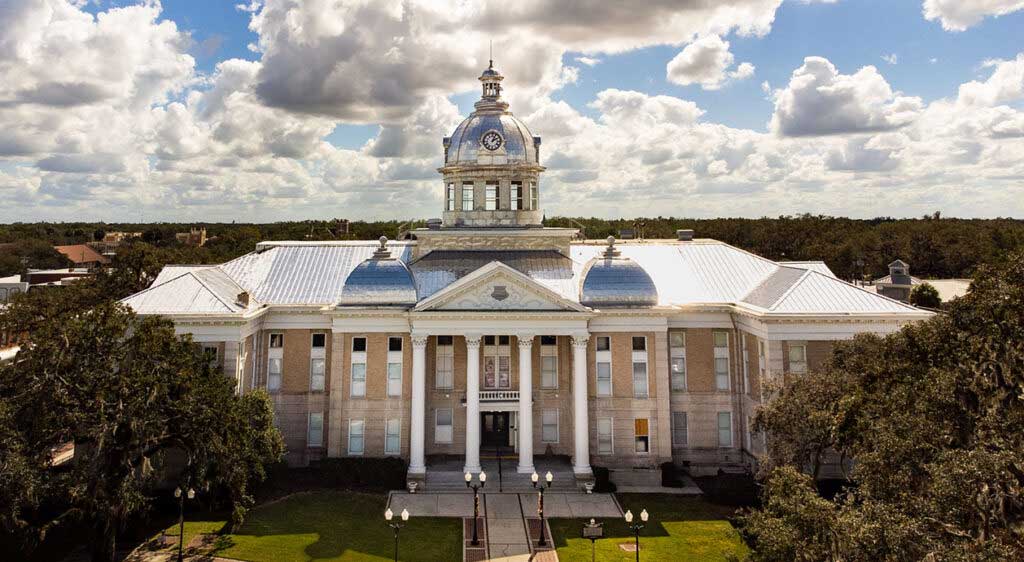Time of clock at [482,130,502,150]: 2:04
